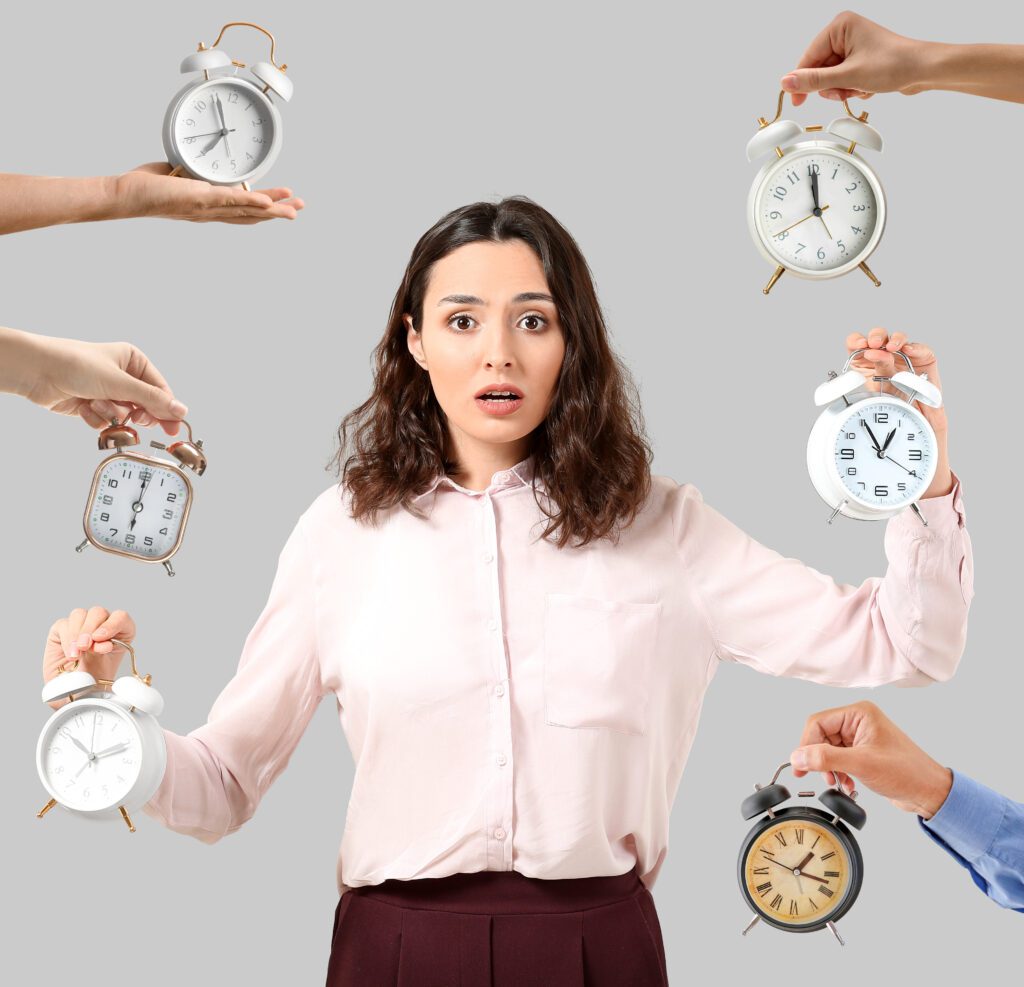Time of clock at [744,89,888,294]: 11:59
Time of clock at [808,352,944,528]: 12:55
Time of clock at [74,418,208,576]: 6:00
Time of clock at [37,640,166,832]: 10:11
